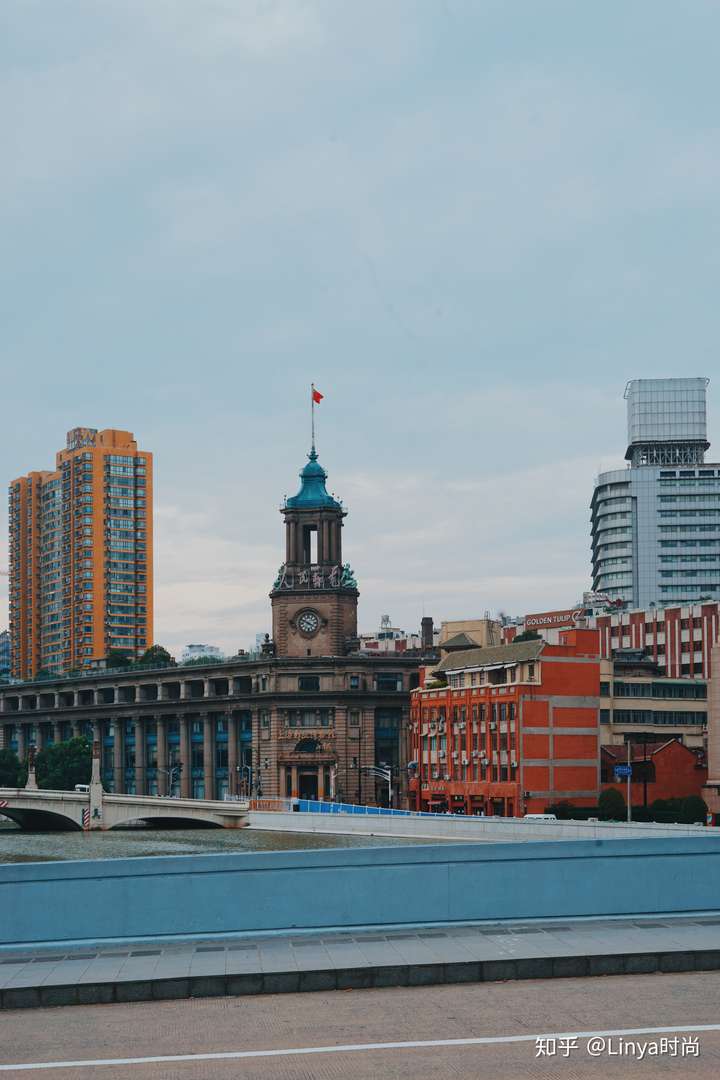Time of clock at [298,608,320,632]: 3:48
